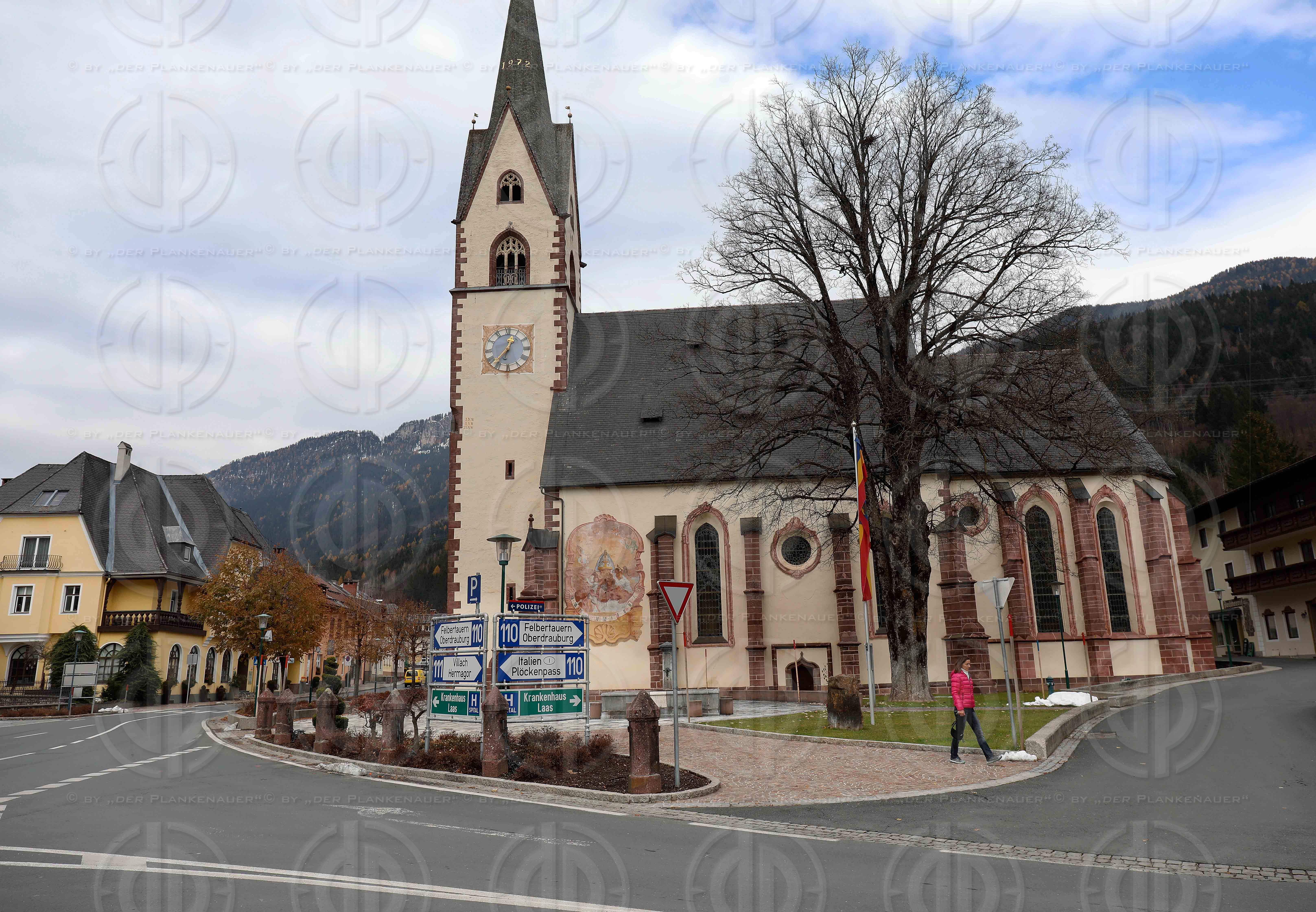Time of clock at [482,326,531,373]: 12:37
